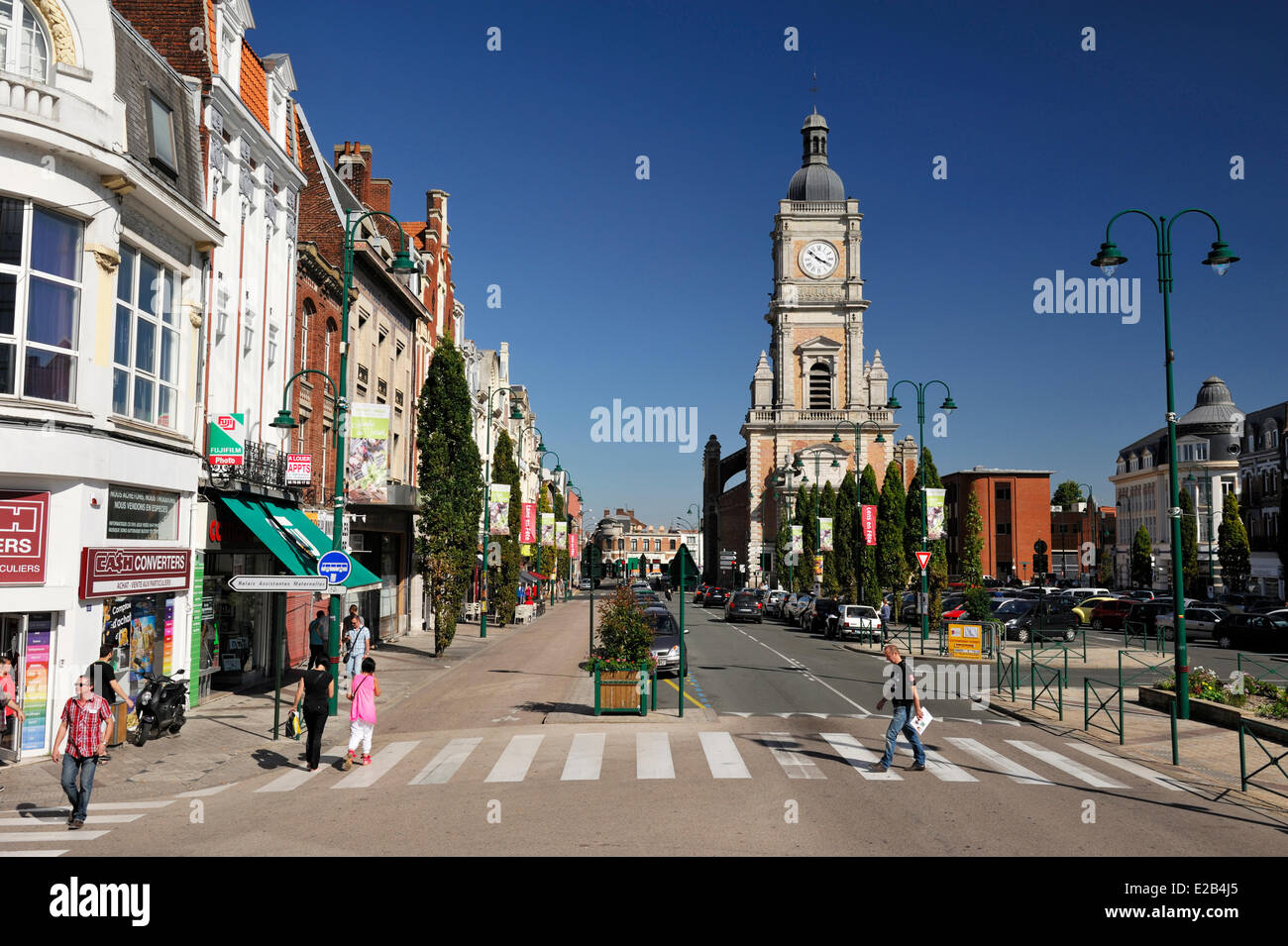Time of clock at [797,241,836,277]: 3:52
